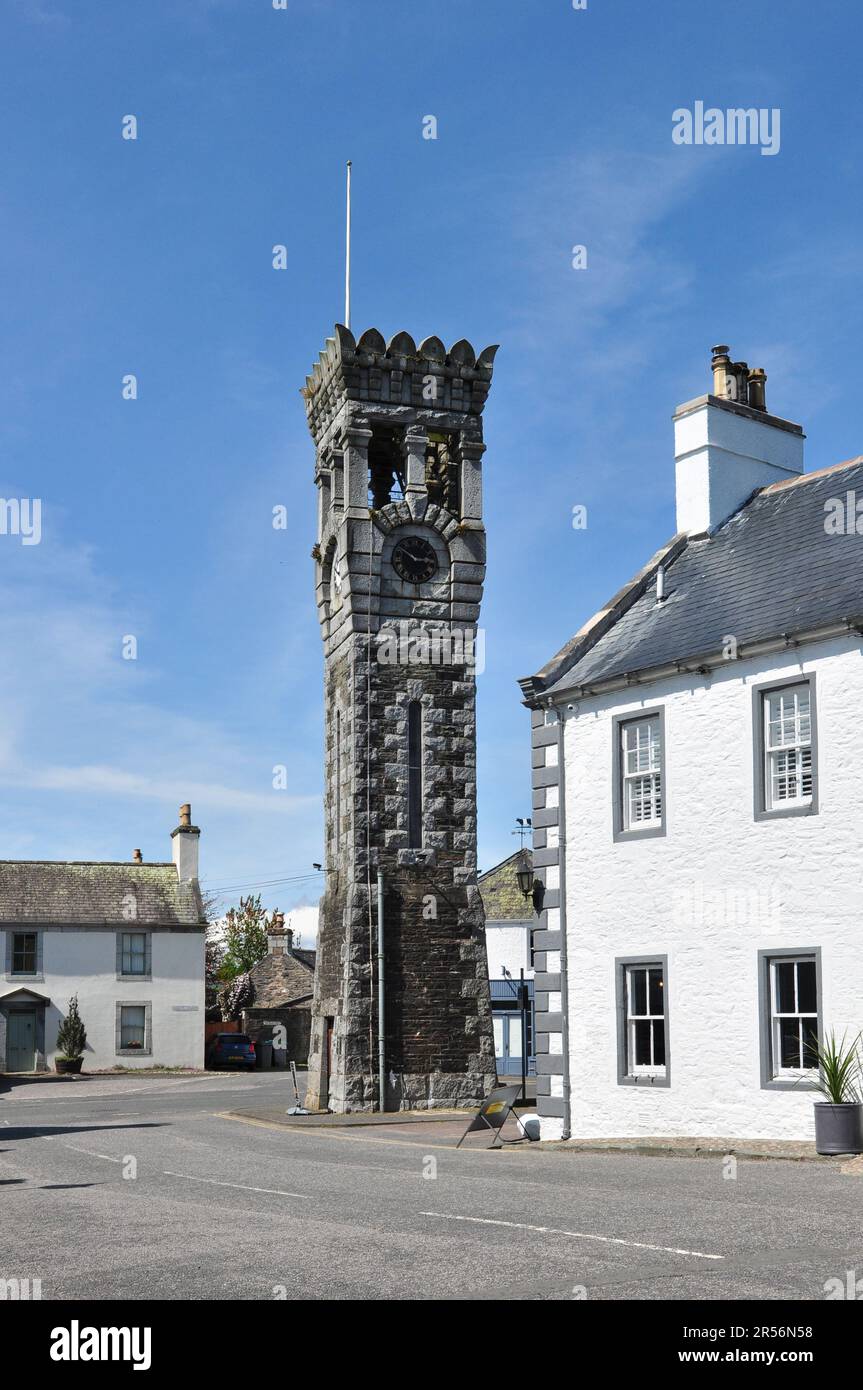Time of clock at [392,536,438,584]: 2:50
